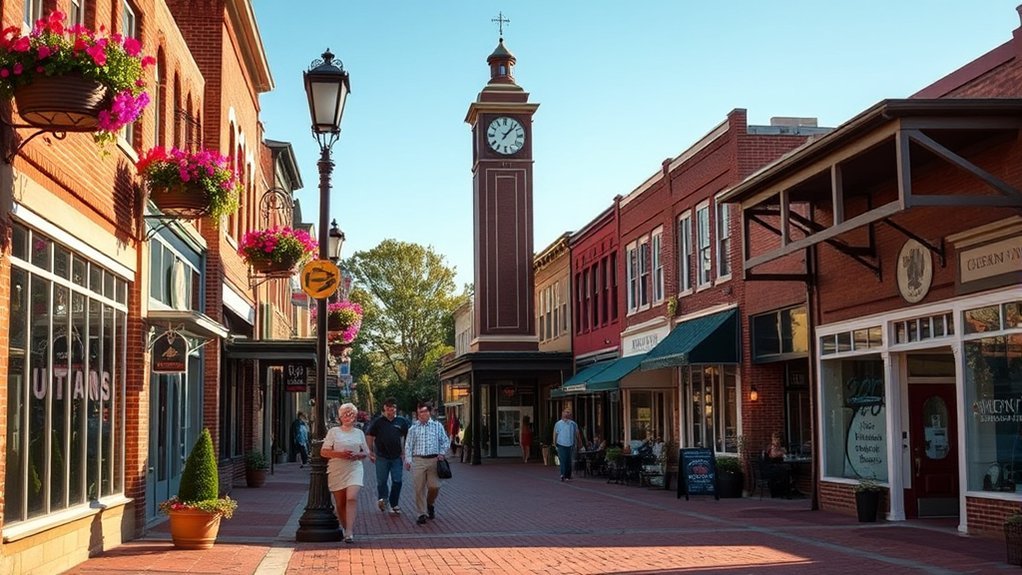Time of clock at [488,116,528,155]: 1:07
